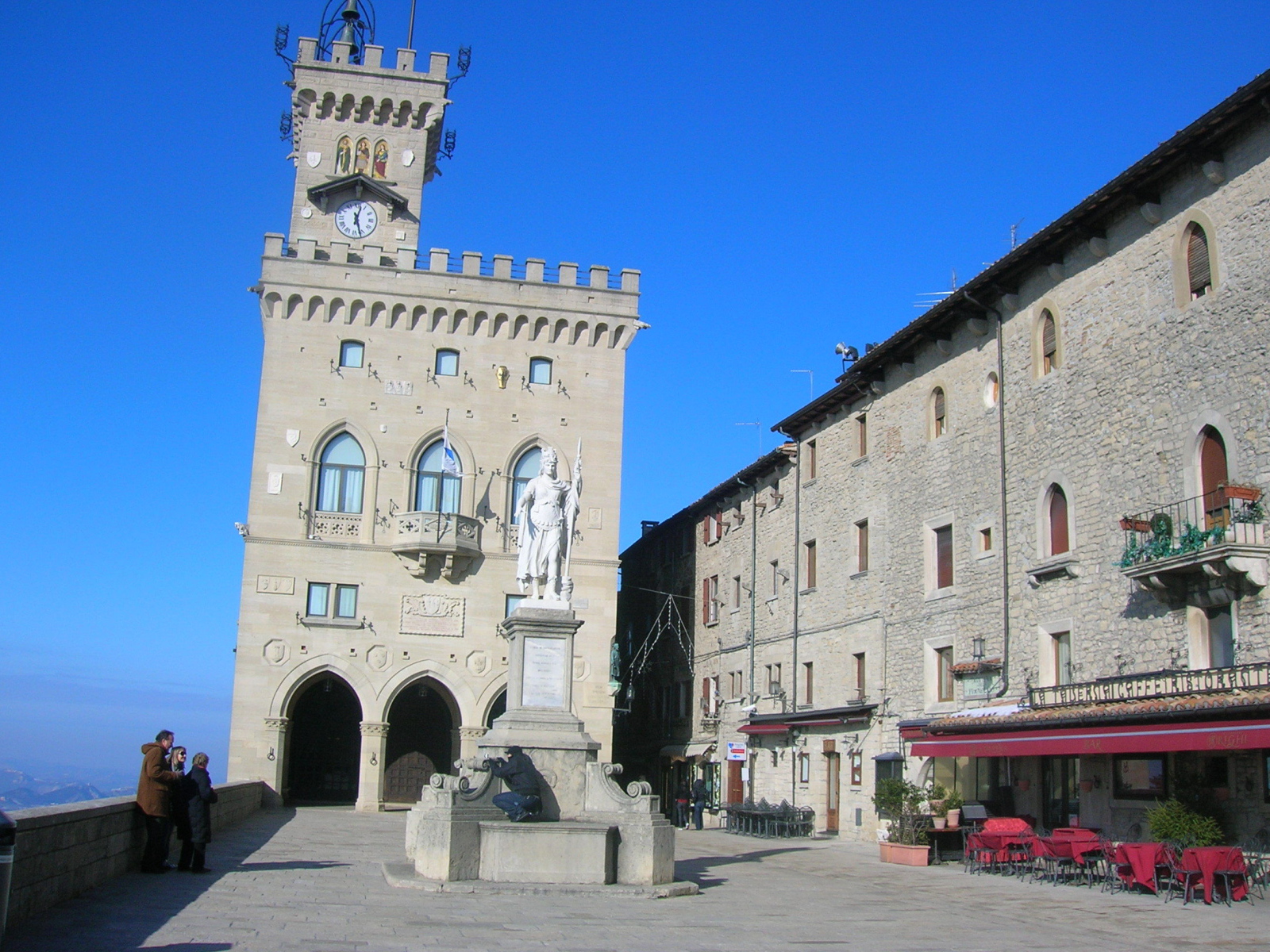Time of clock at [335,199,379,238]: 12:27
